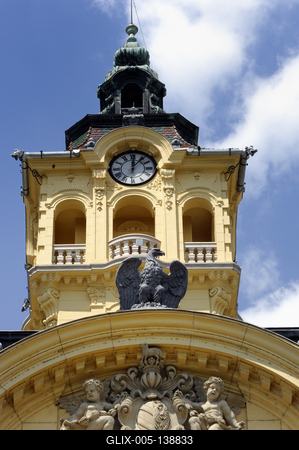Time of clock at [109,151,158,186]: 12:06
